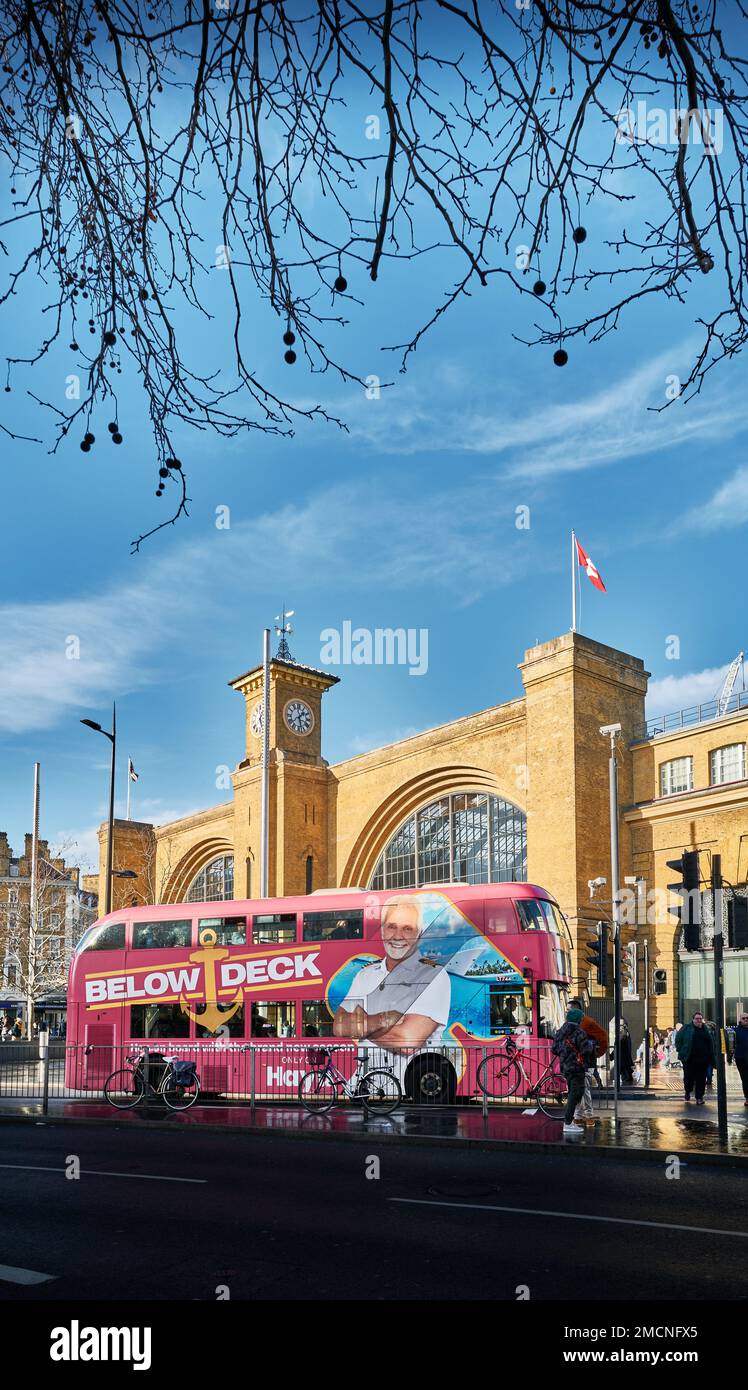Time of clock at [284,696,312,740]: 1:28
